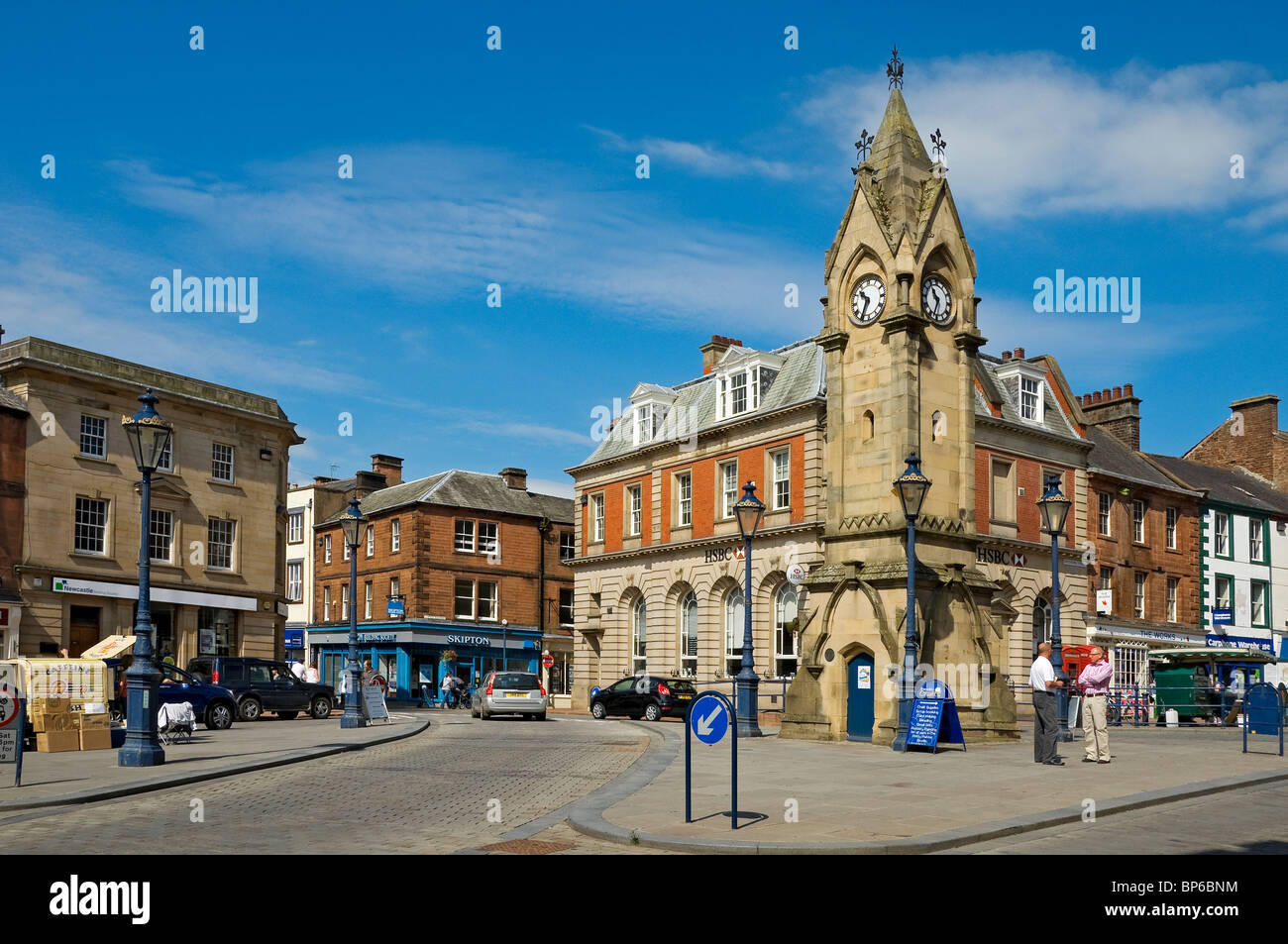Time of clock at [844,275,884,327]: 10:34
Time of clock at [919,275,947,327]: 10:34
